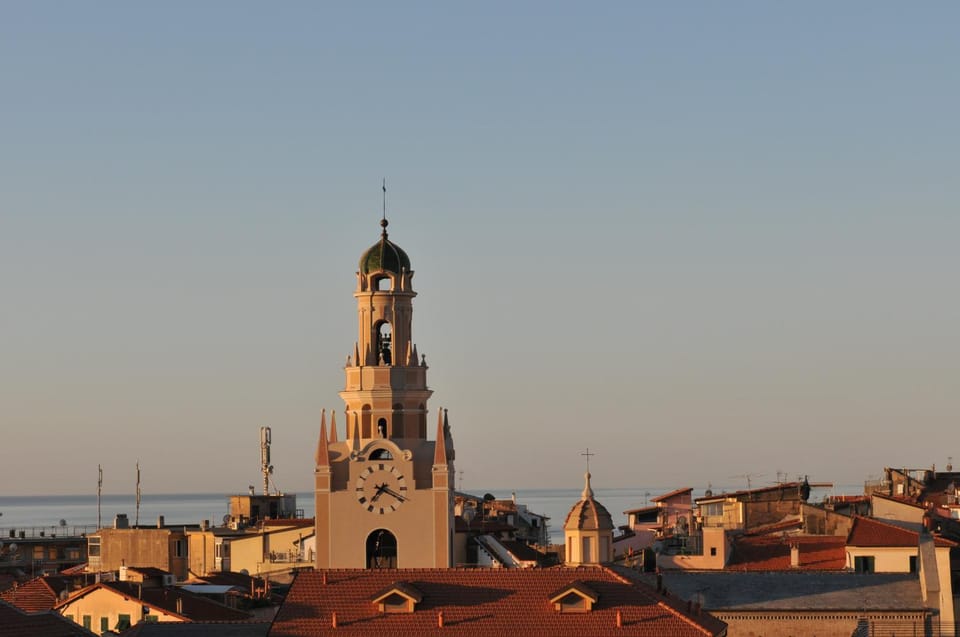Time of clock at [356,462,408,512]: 7:19
